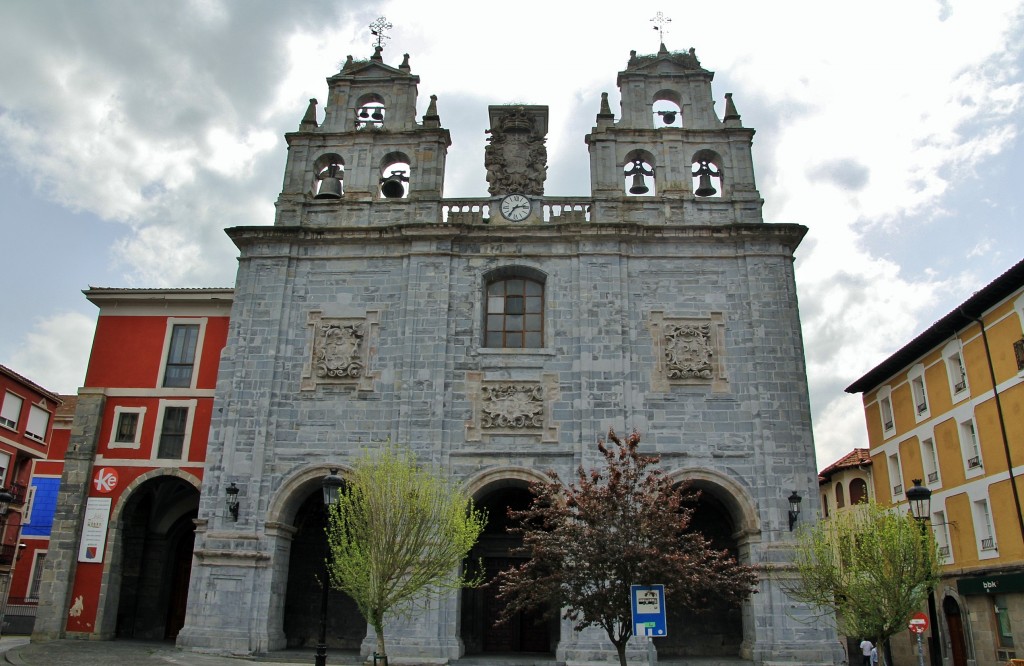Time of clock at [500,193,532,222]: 7:13
